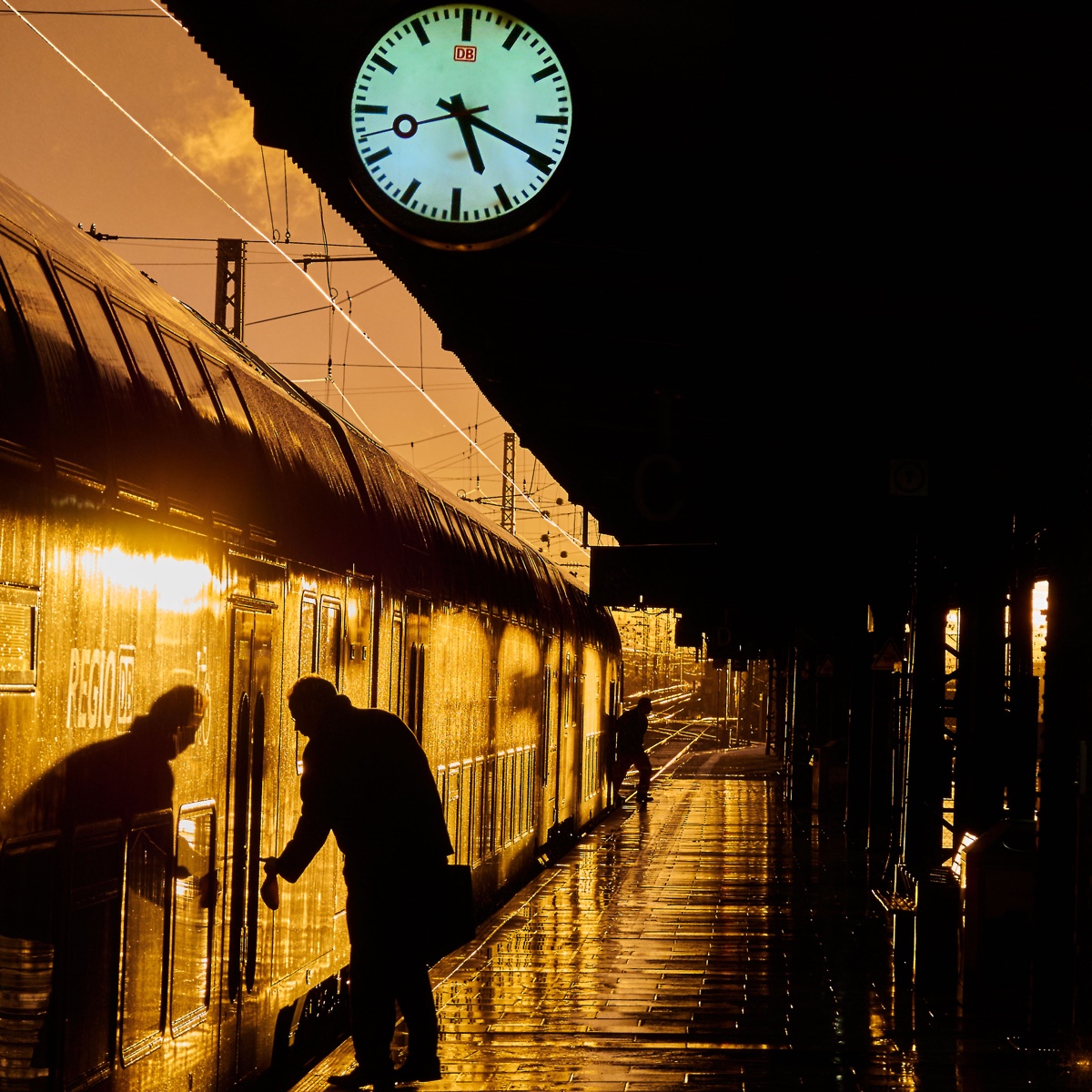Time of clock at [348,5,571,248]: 5:19
